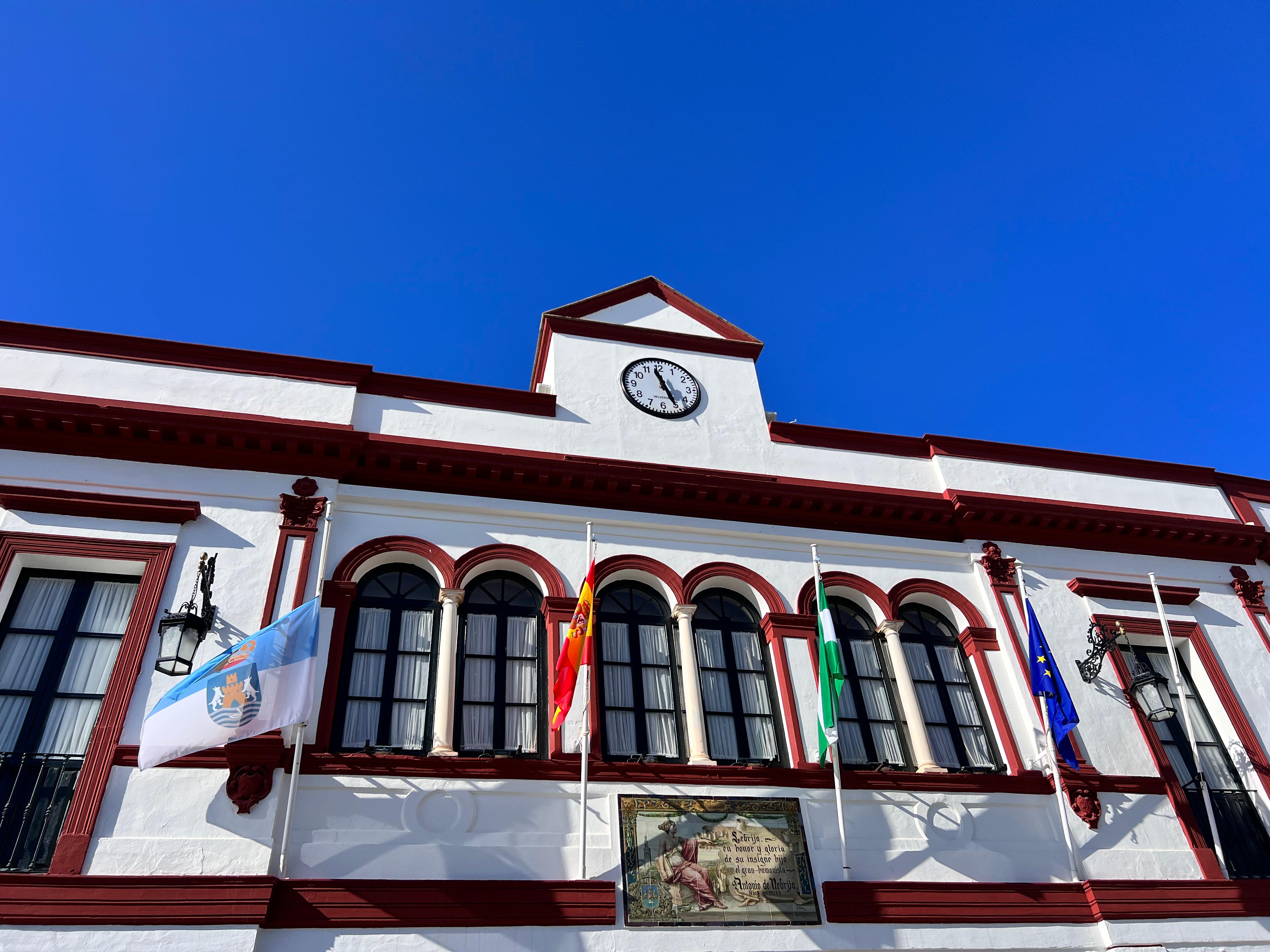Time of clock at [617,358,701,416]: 11:25
